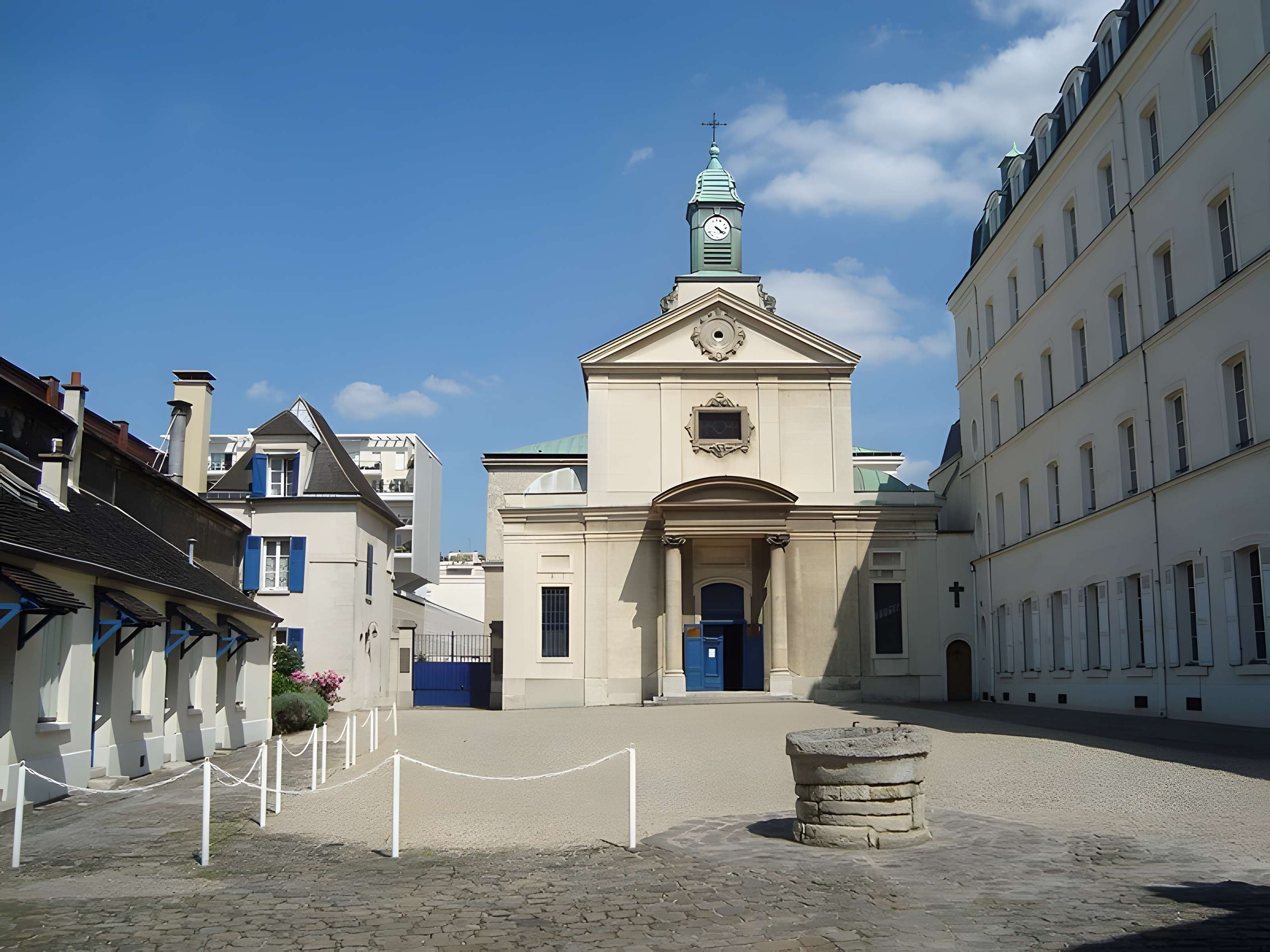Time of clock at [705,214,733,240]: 4:20
